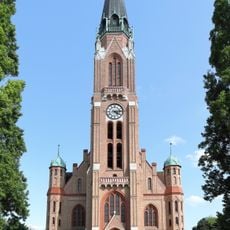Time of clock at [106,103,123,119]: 4:13
